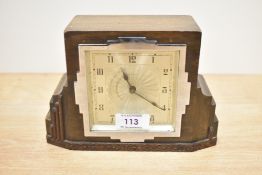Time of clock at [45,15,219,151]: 11:21
